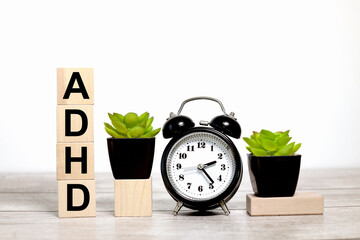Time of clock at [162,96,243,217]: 2:23
